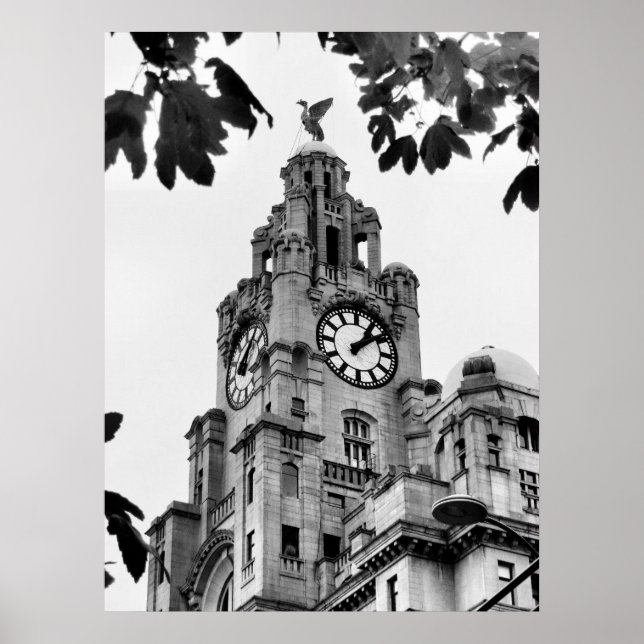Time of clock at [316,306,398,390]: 1:08
